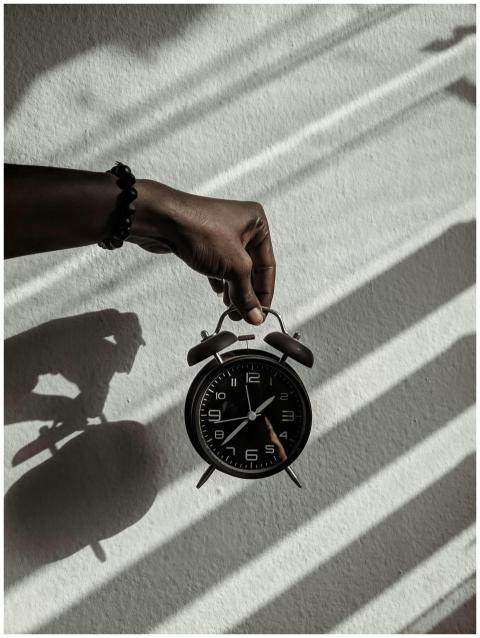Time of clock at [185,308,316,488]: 1:37
